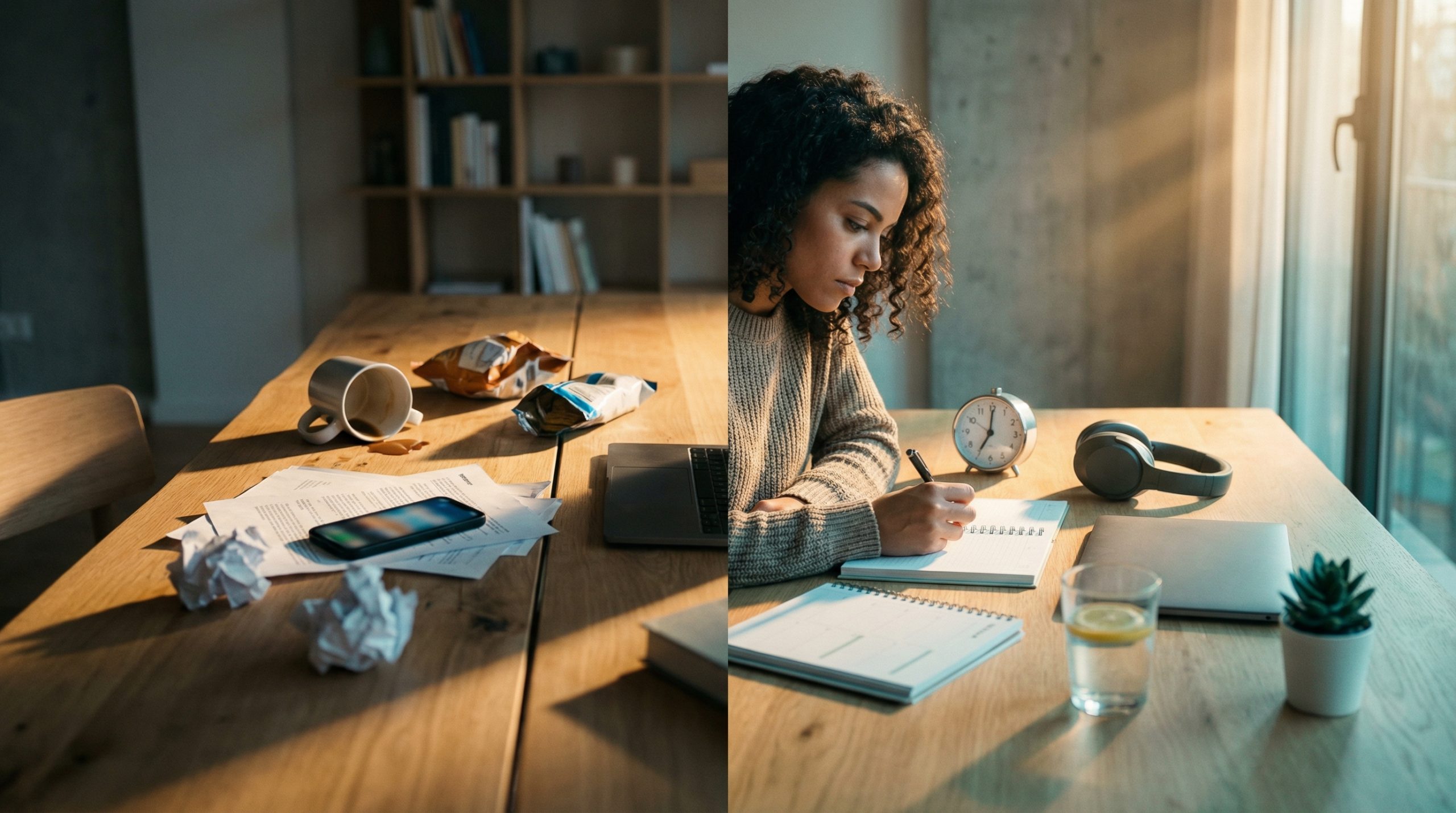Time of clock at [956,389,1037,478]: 7:00
